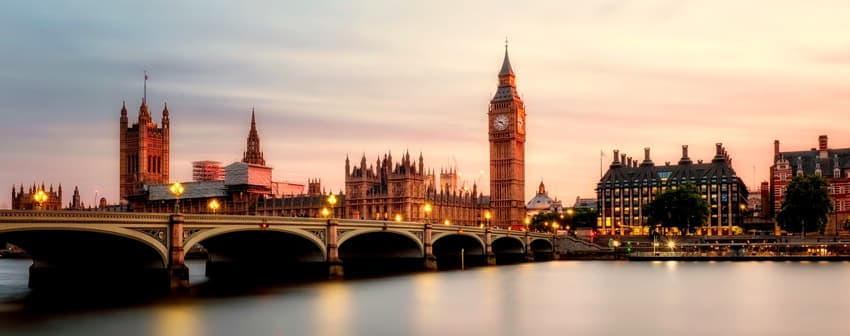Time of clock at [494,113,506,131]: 9:22
